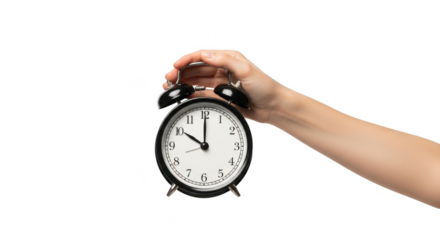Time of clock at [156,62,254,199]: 10:00
